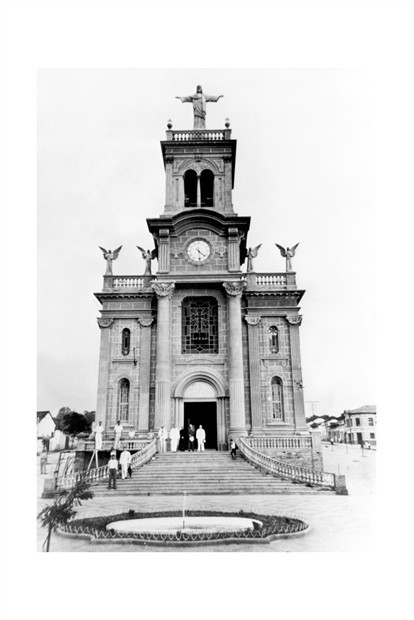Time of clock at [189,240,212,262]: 4:28
